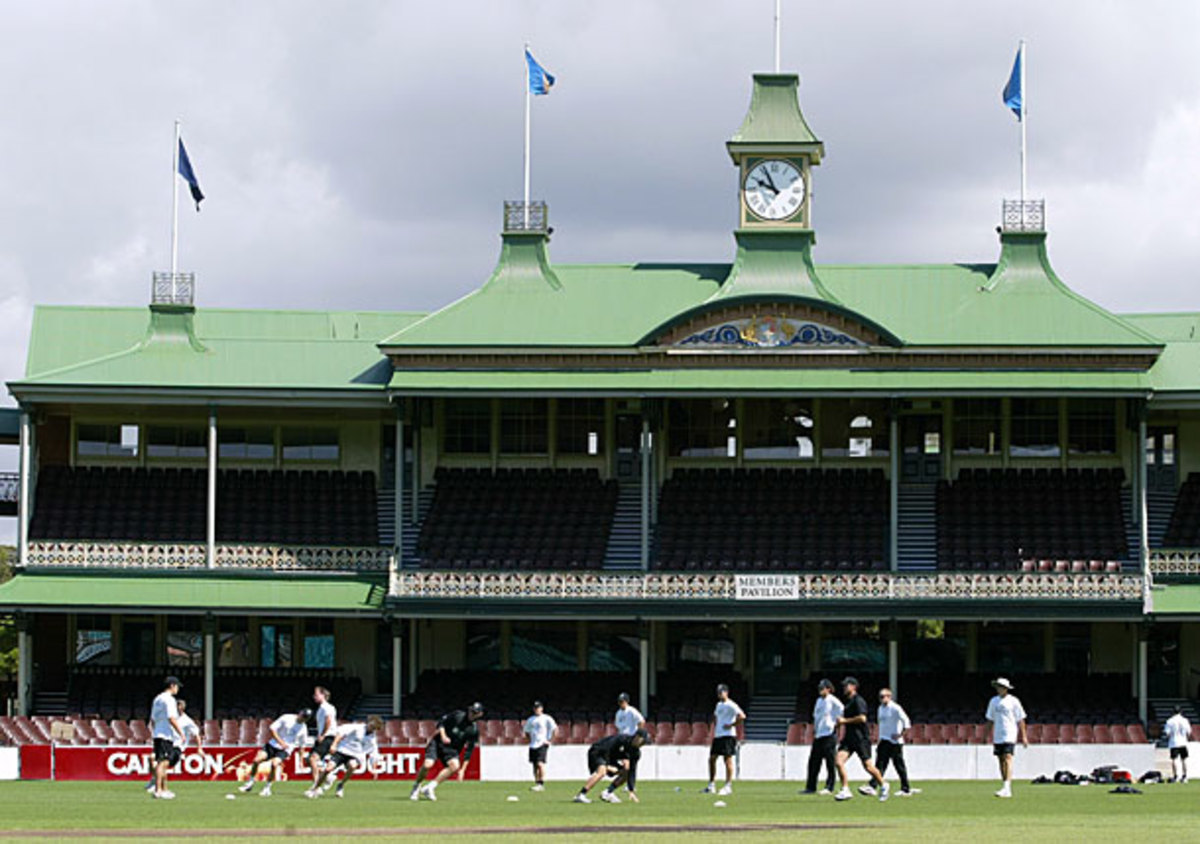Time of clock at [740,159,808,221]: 9:55
